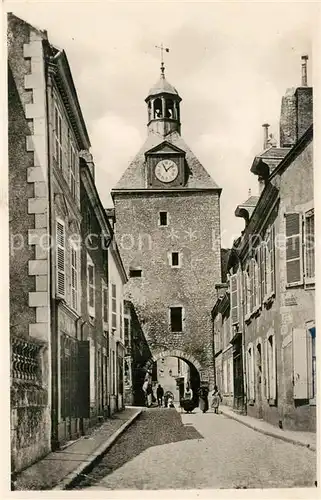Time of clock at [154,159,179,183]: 11:08
